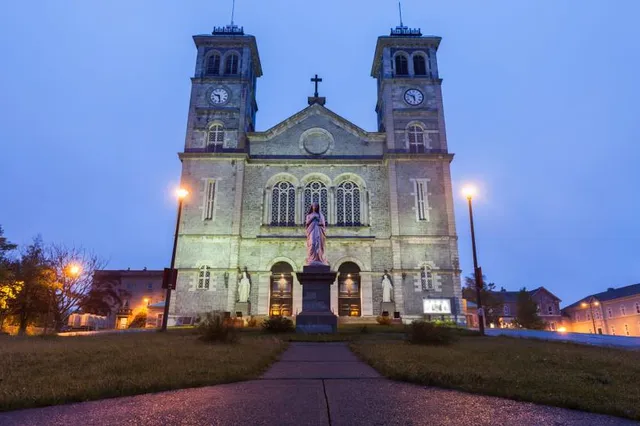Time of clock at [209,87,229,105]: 9:28
